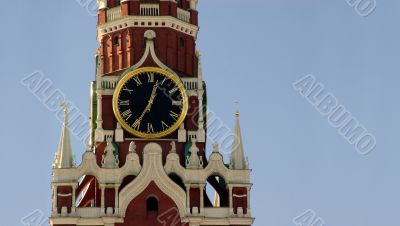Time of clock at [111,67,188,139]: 12:34
